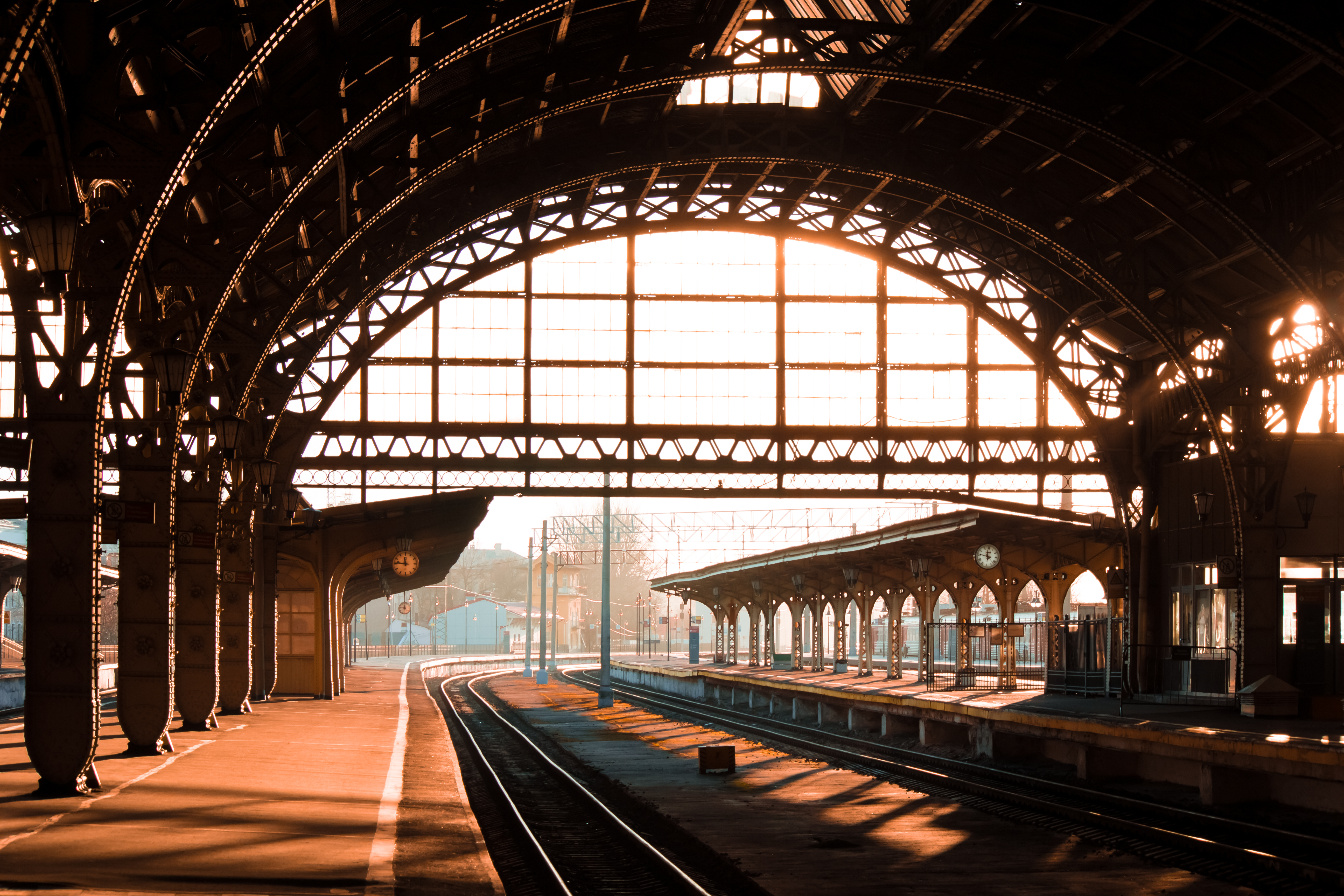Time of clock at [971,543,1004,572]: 11:46
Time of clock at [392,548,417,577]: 11:46
